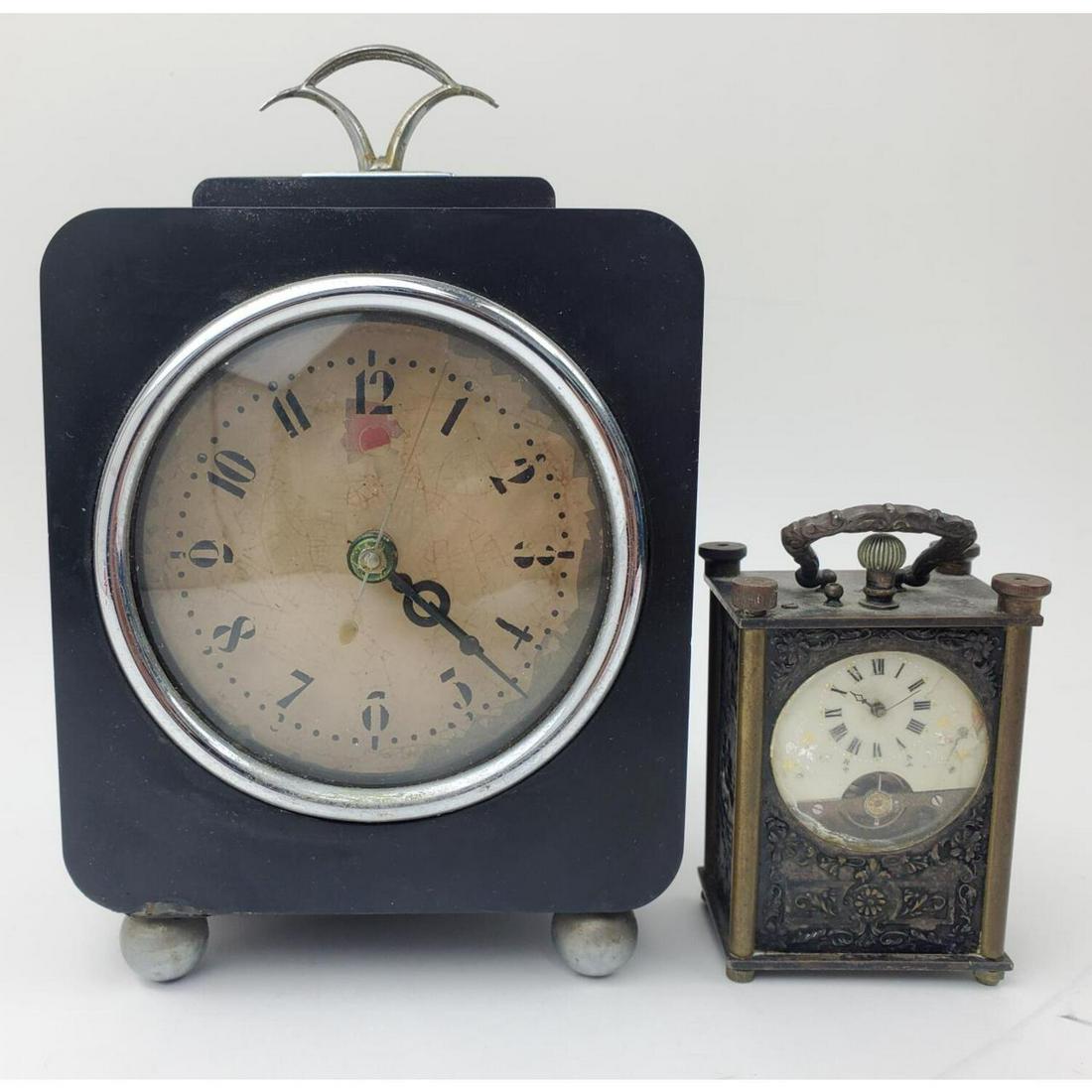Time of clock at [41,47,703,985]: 4:21
